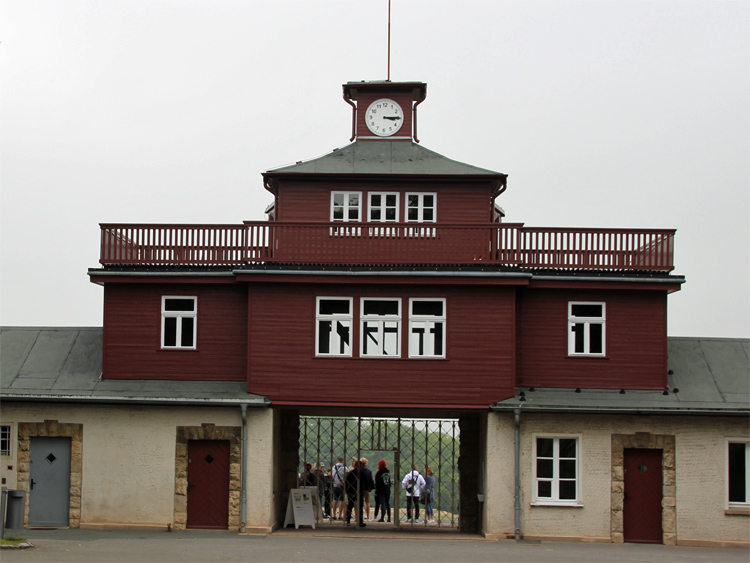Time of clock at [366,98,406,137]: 3:14
